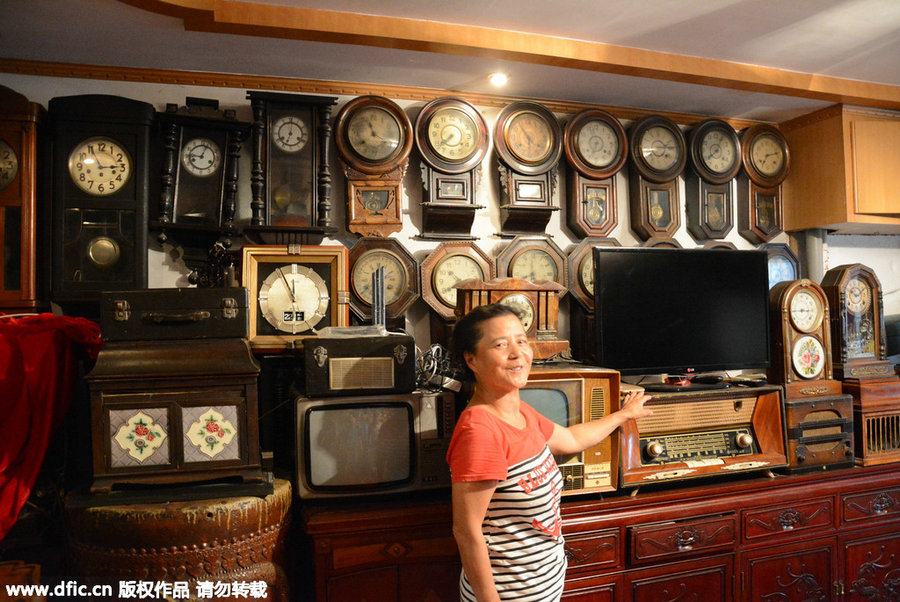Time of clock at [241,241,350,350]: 11:55
